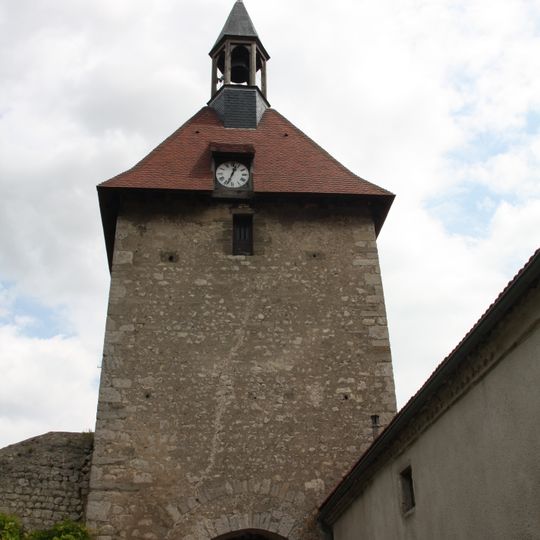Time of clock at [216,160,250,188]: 12:33
